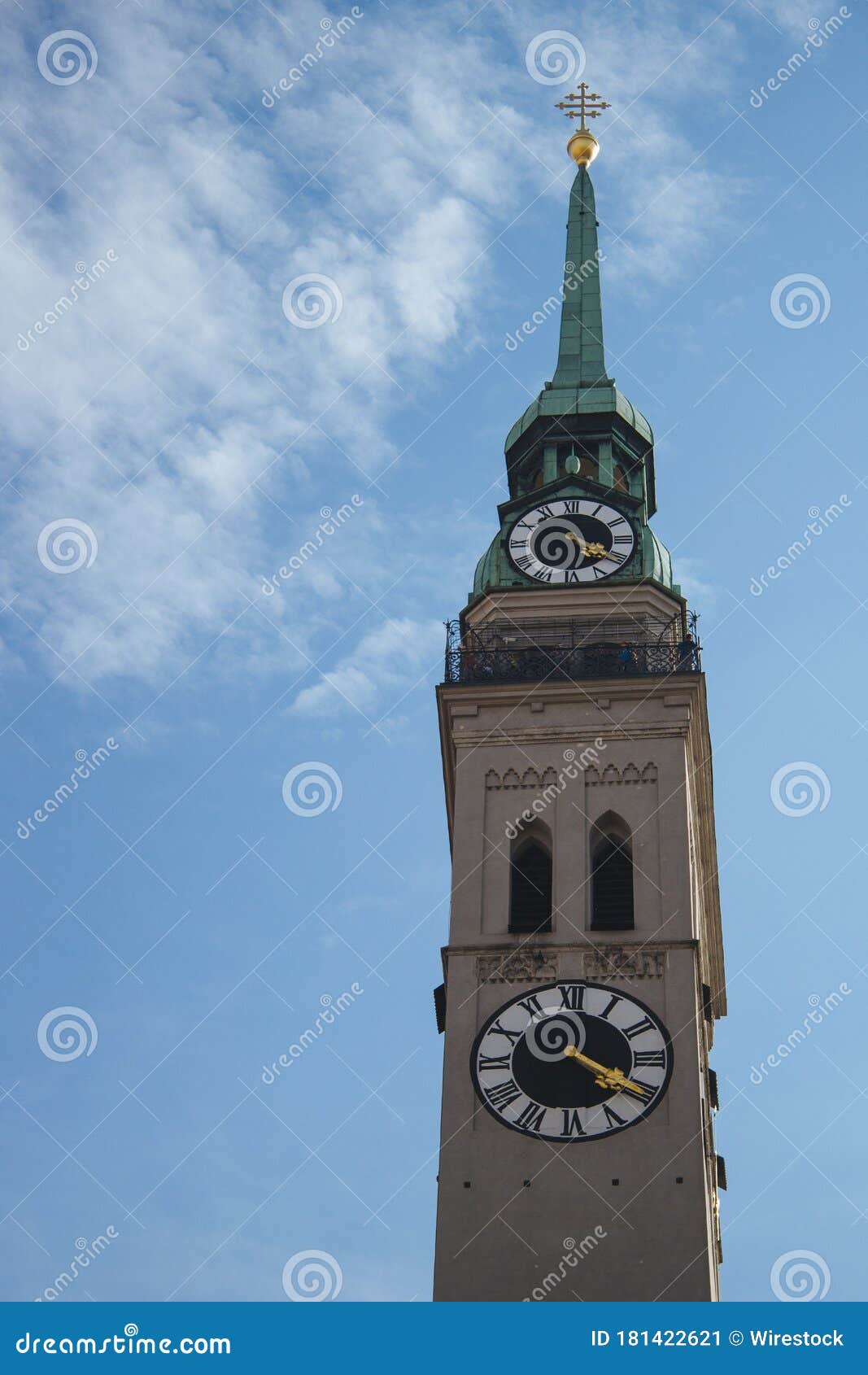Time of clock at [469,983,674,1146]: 4:20
